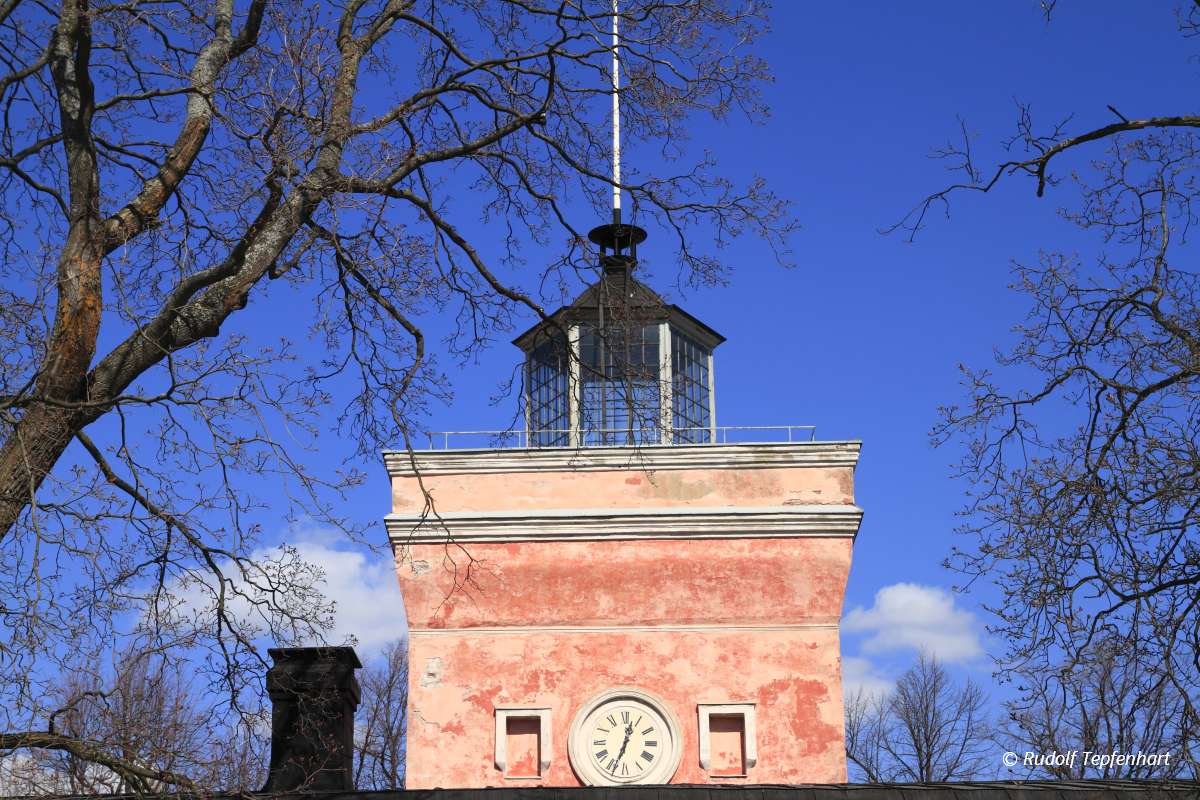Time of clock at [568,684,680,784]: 12:33
